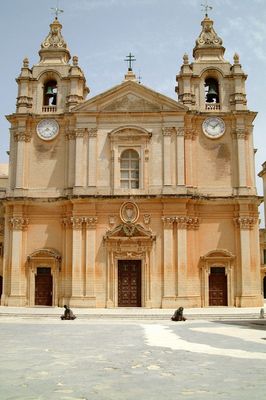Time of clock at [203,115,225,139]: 1:50
